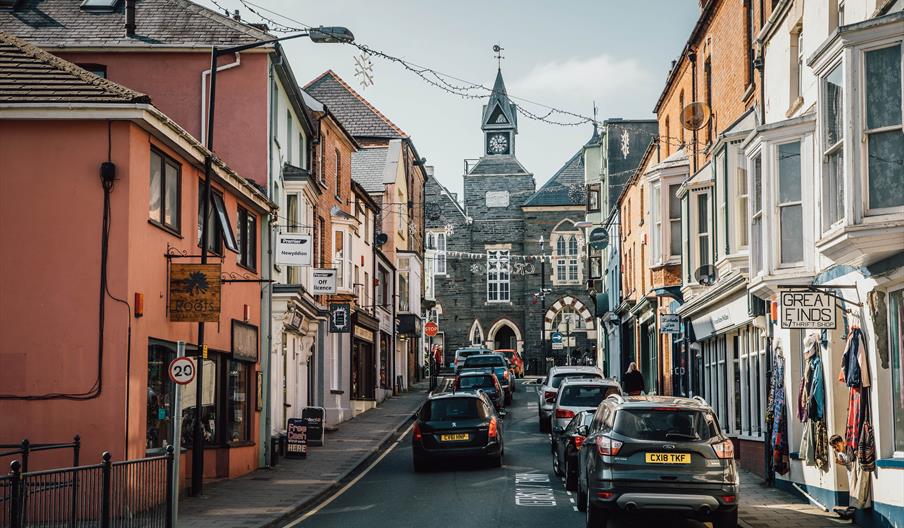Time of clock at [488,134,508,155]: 2:56
